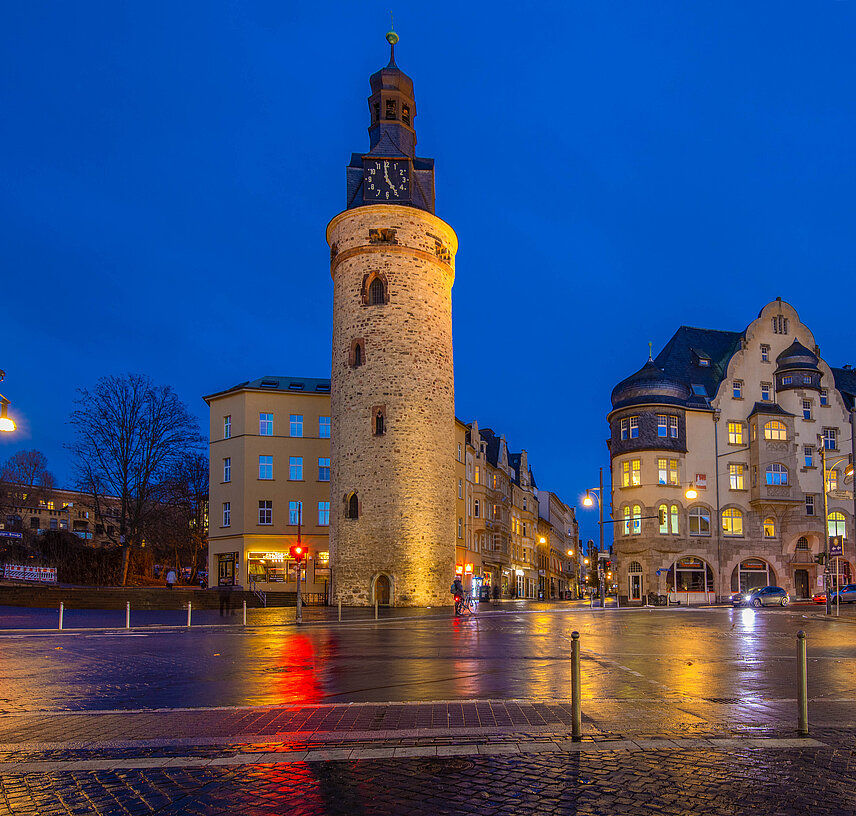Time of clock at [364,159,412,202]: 4:59
